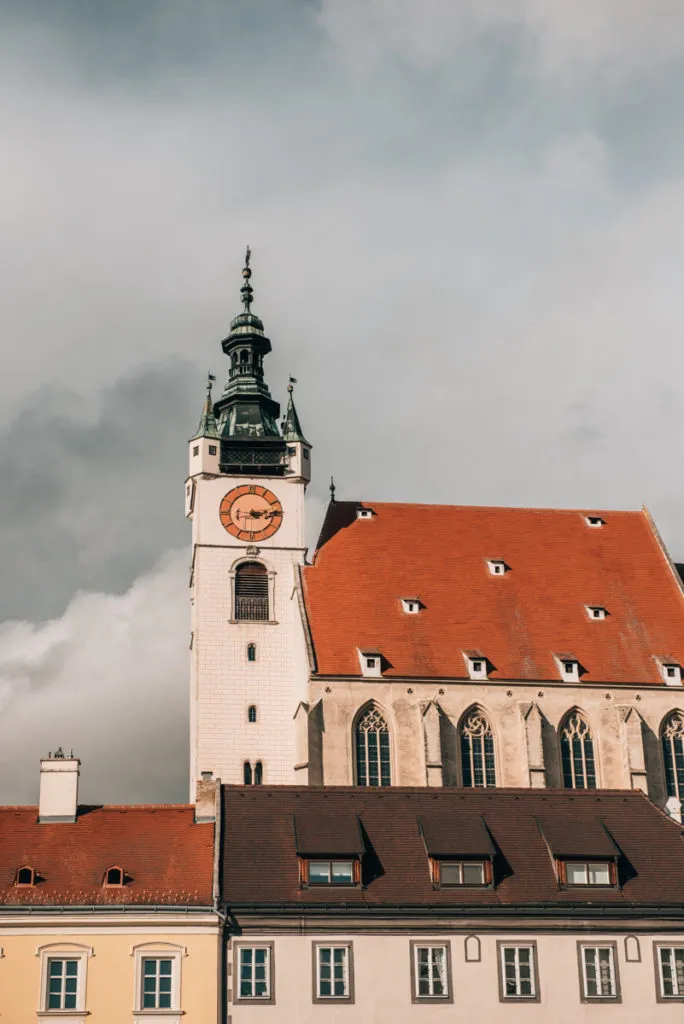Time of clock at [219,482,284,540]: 3:13
